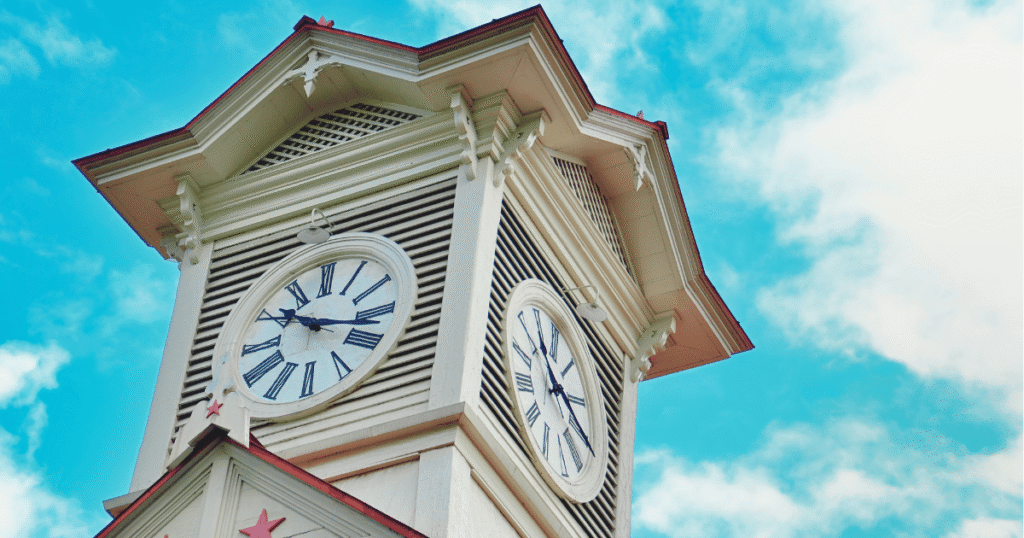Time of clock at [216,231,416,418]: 10:17
